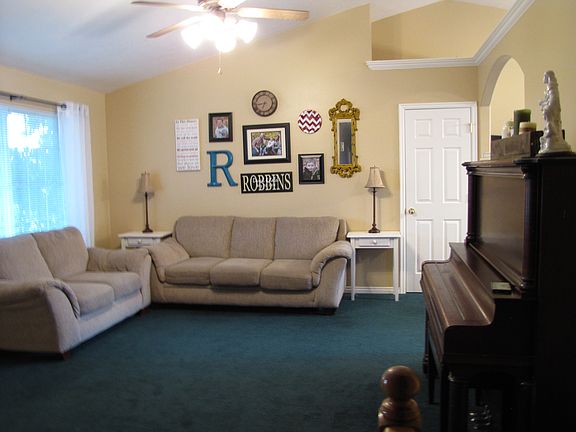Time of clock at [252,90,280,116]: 6:43
